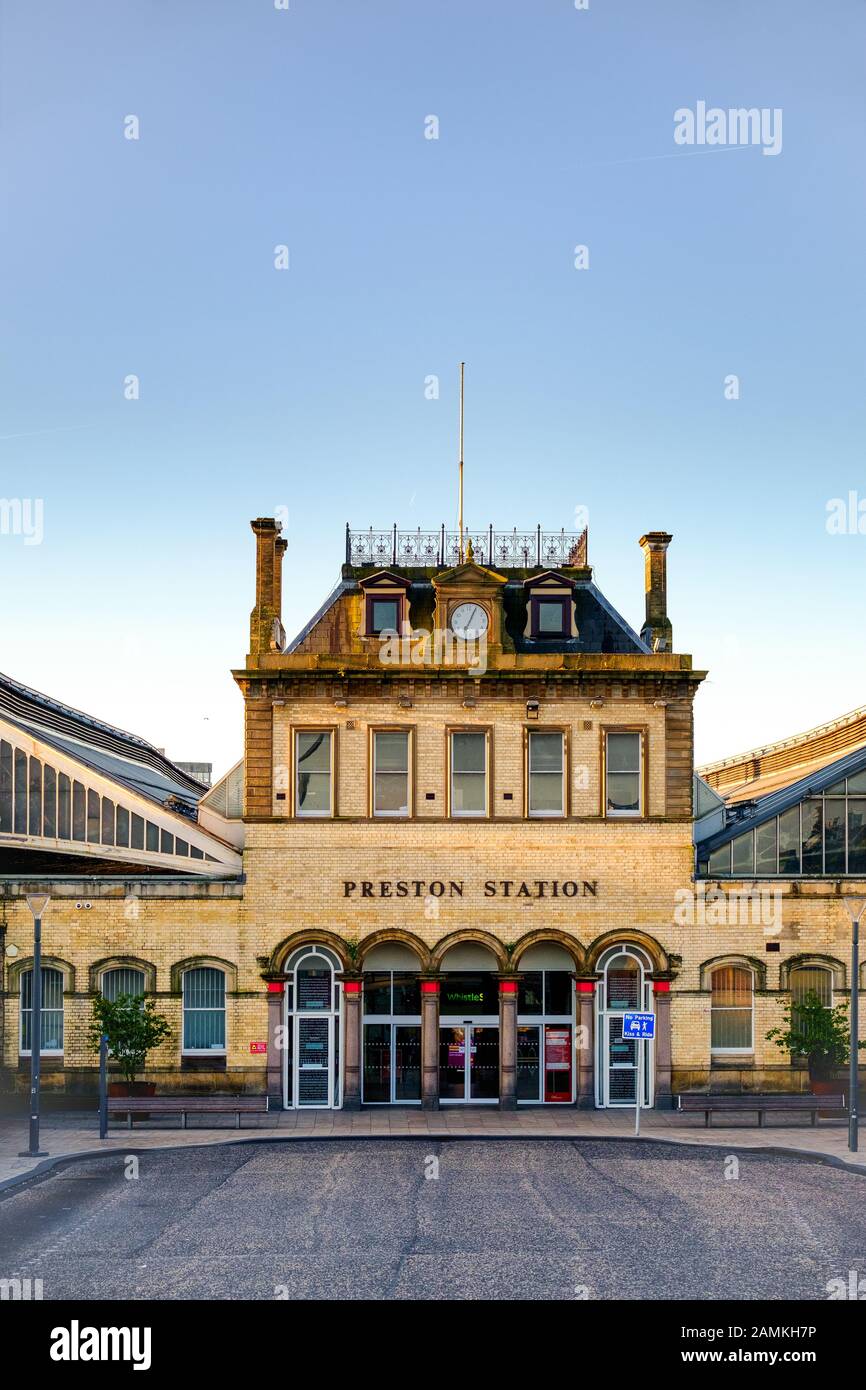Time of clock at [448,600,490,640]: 7:04
